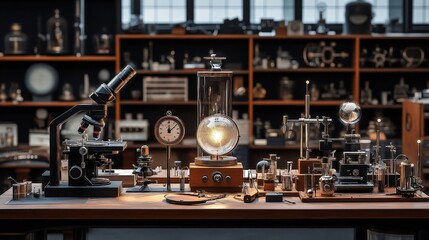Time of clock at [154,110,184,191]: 12:07
